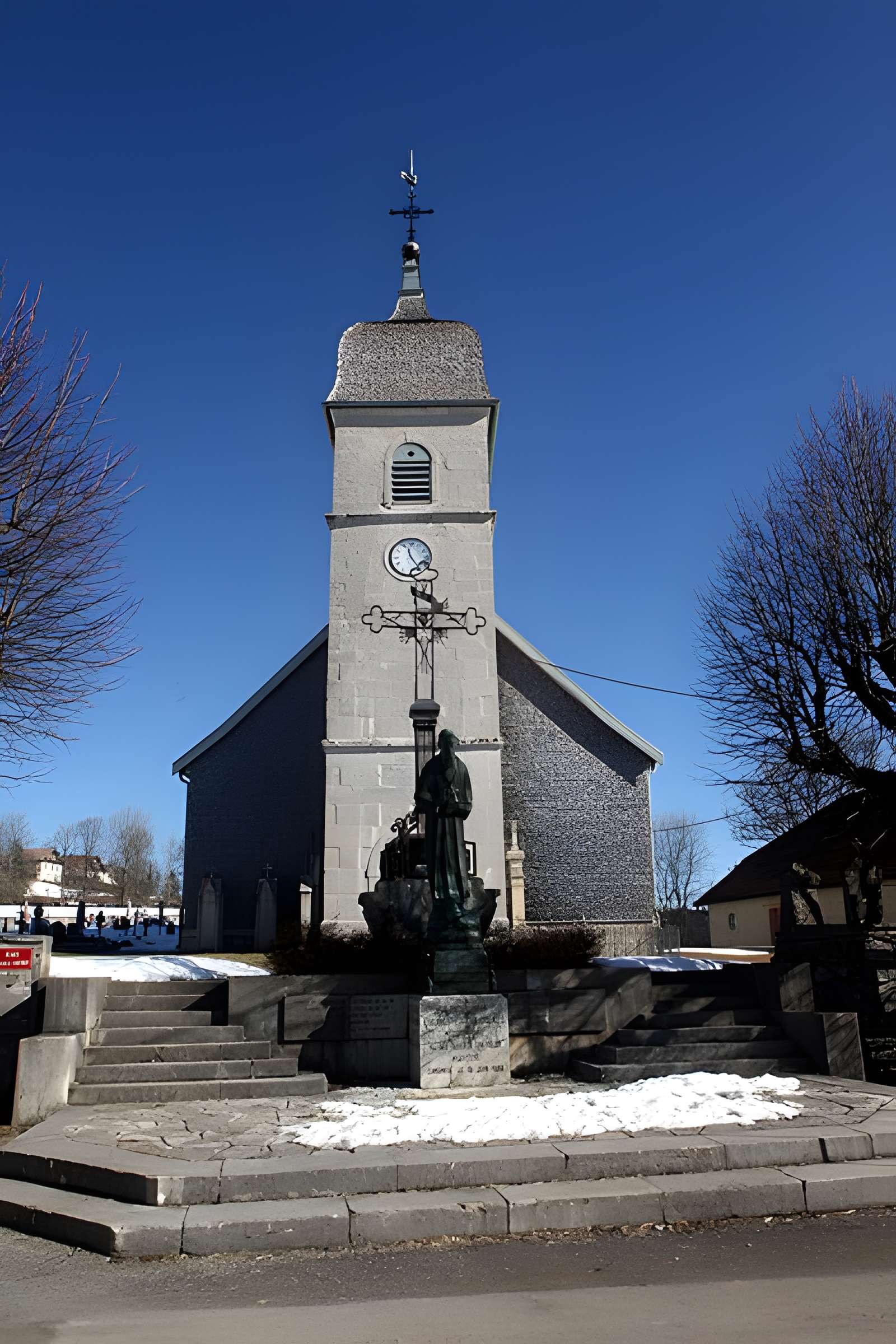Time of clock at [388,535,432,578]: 11:24
